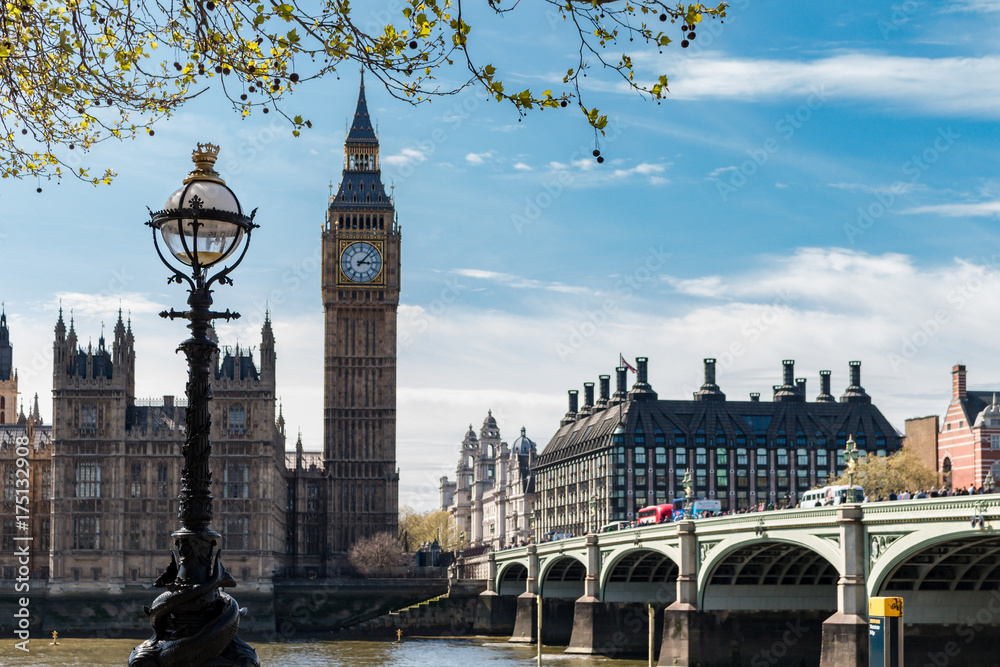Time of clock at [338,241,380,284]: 3:07
